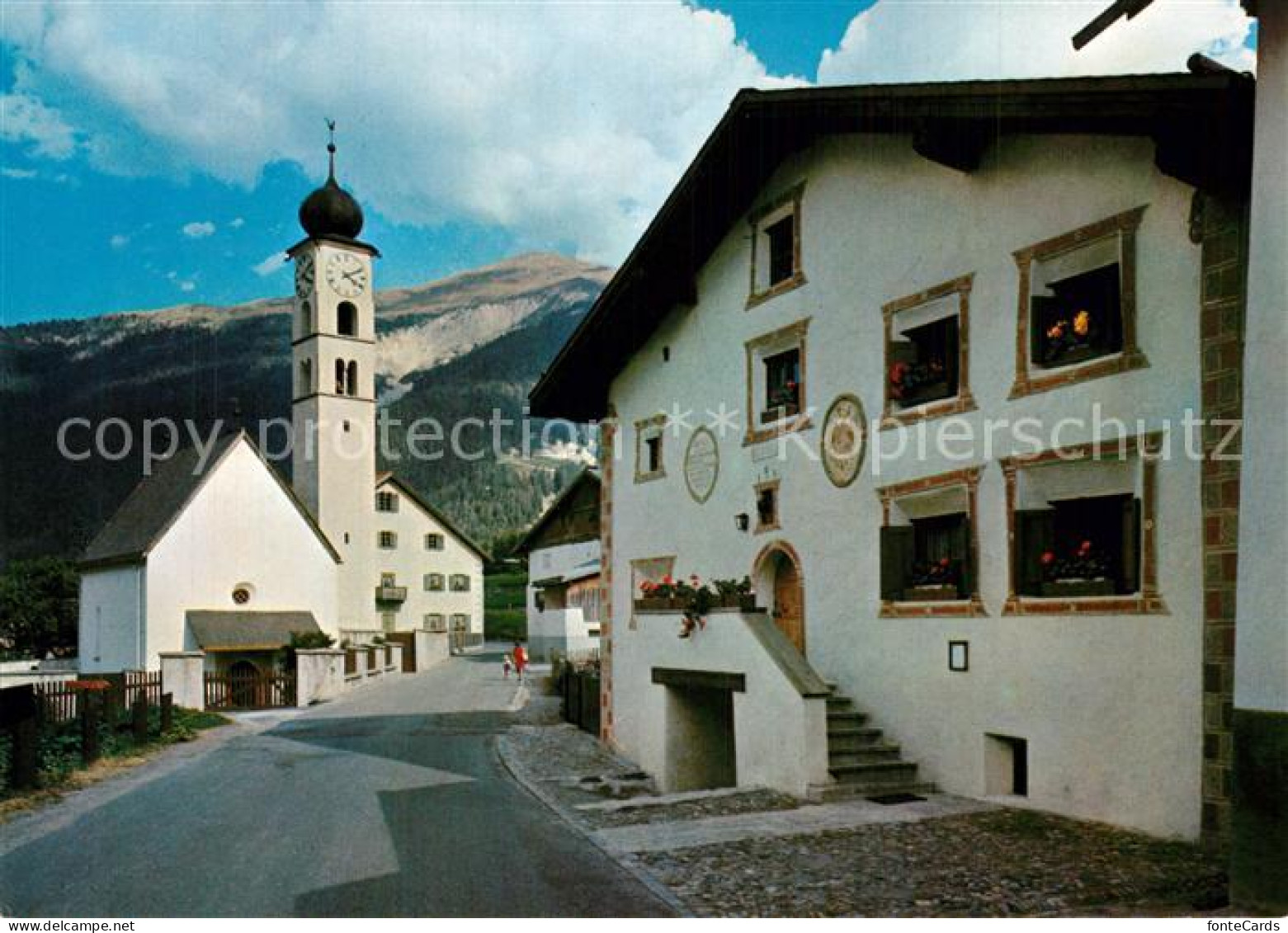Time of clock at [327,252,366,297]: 4:10
